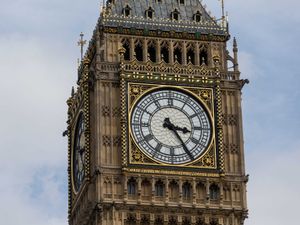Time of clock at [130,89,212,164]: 3:24
